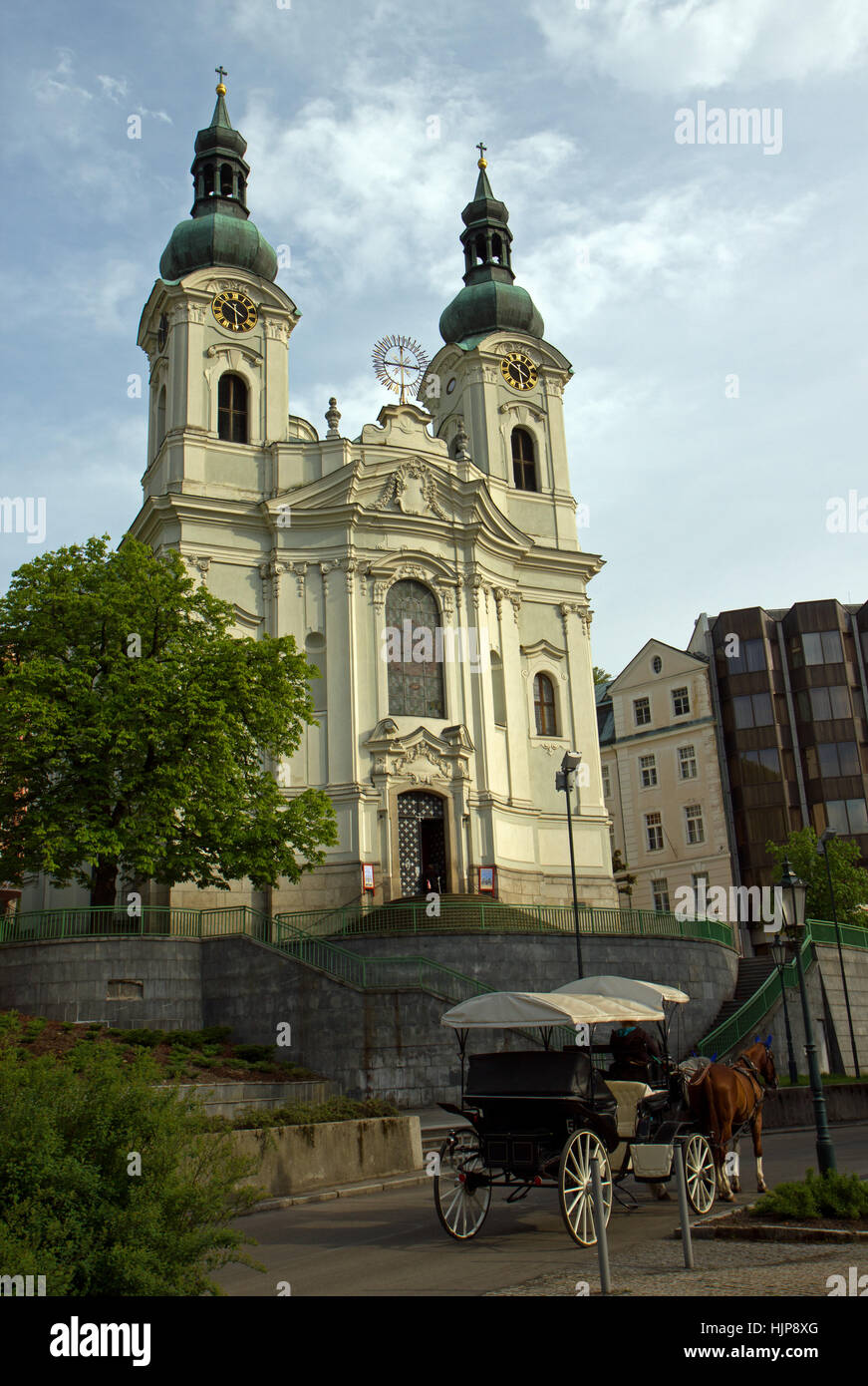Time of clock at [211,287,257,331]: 5:51
